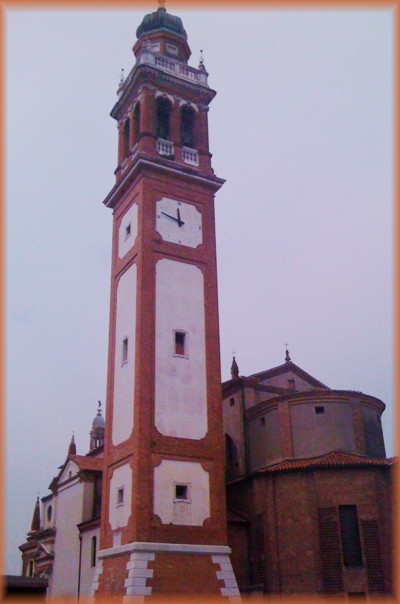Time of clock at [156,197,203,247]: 11:47
